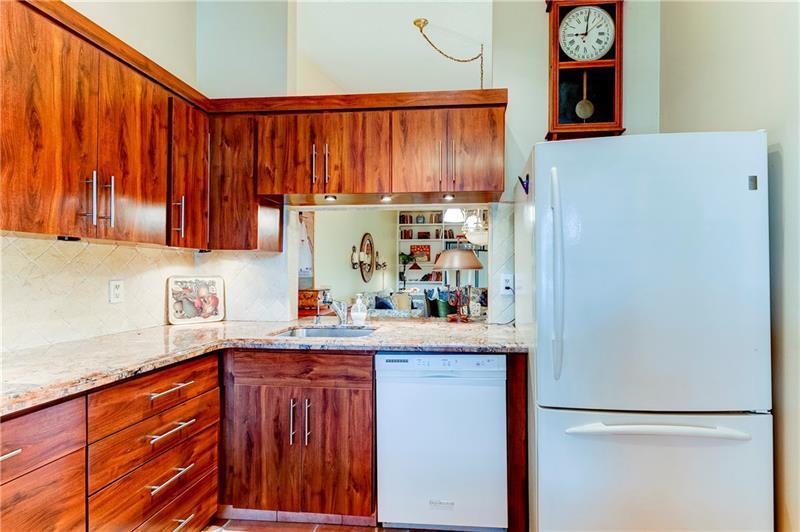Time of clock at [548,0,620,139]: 9:01
